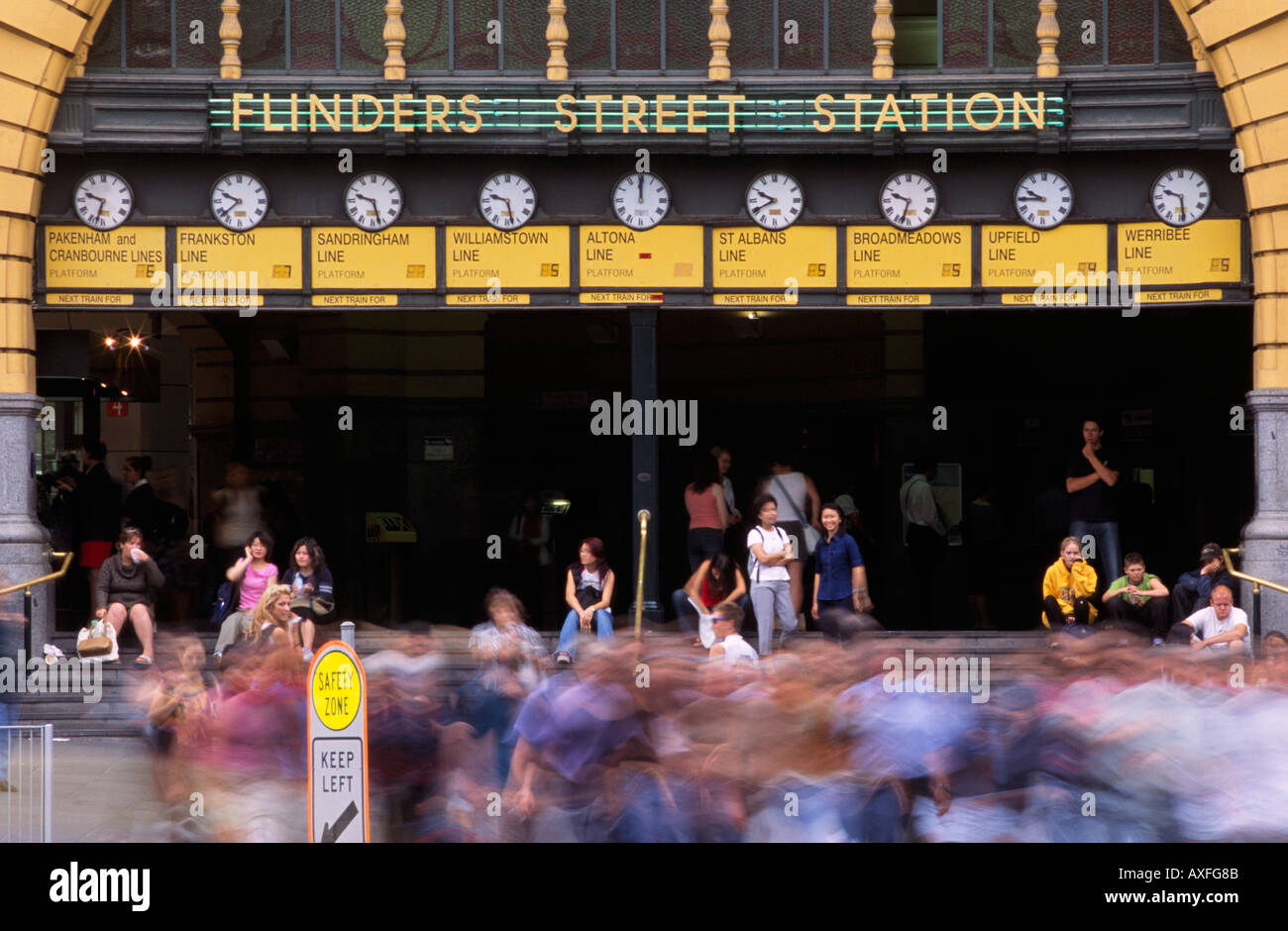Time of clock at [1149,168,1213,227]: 9:28
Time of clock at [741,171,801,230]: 9:40
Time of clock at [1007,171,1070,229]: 9:44
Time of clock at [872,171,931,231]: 9:32
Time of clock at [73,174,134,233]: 9:32
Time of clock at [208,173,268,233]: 9:38
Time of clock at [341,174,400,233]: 9:27
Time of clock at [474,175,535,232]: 9:27
